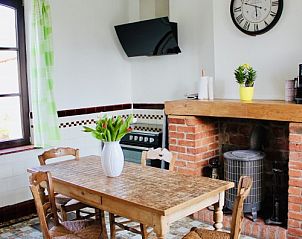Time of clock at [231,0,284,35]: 5:48
